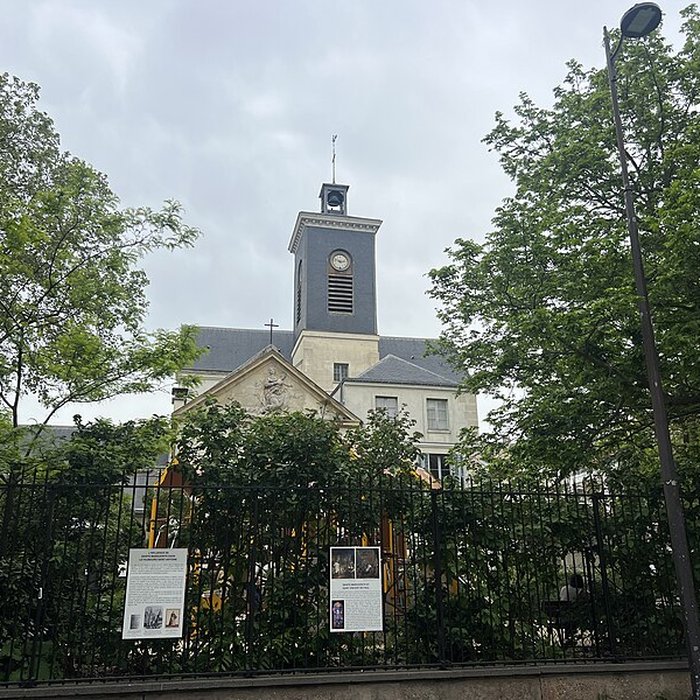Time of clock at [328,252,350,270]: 2:48
